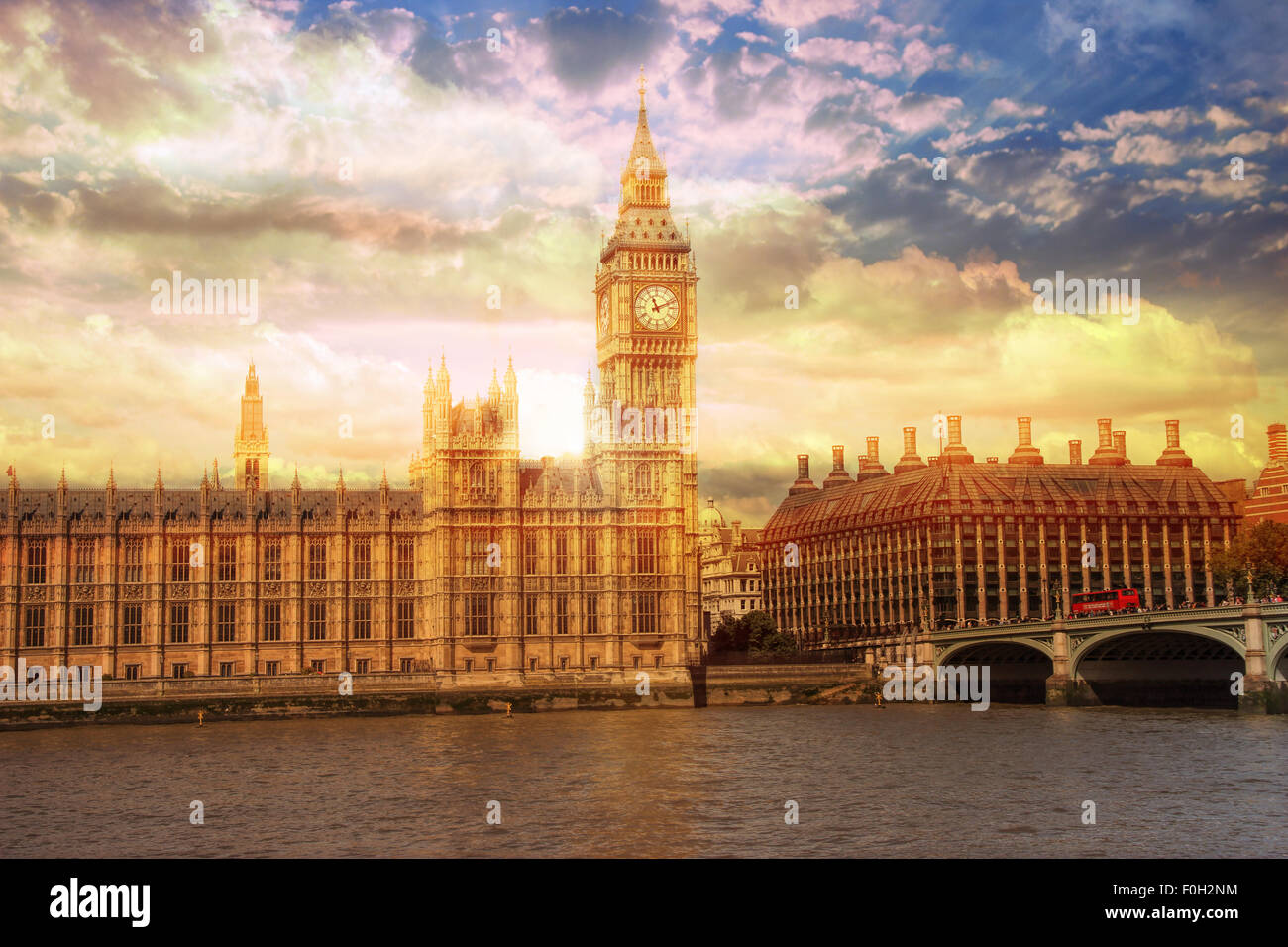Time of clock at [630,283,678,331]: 11:11
